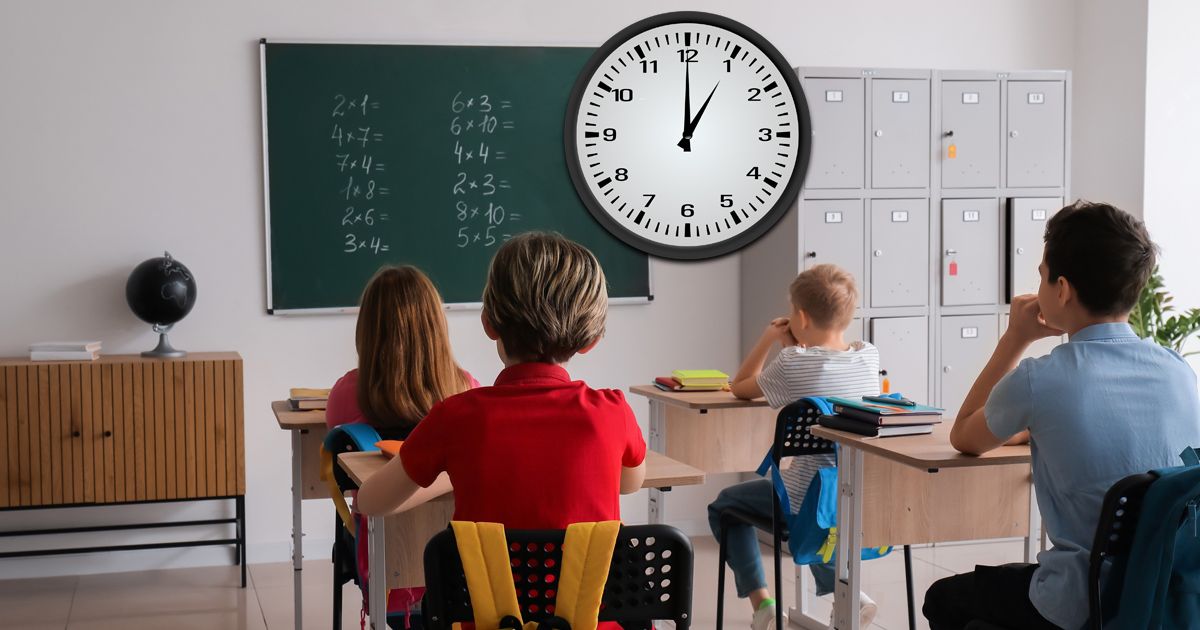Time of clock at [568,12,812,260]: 1:00
